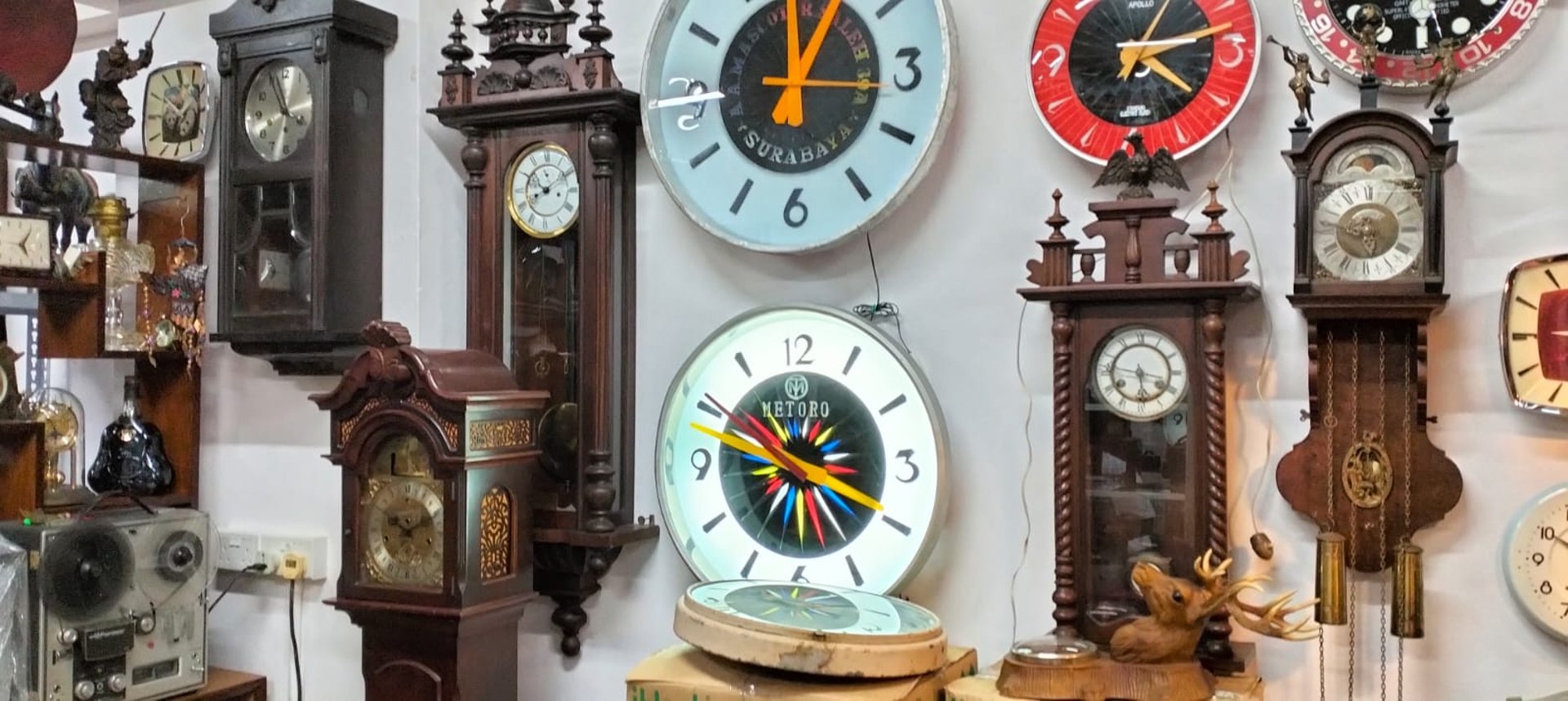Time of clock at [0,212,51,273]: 5:05
